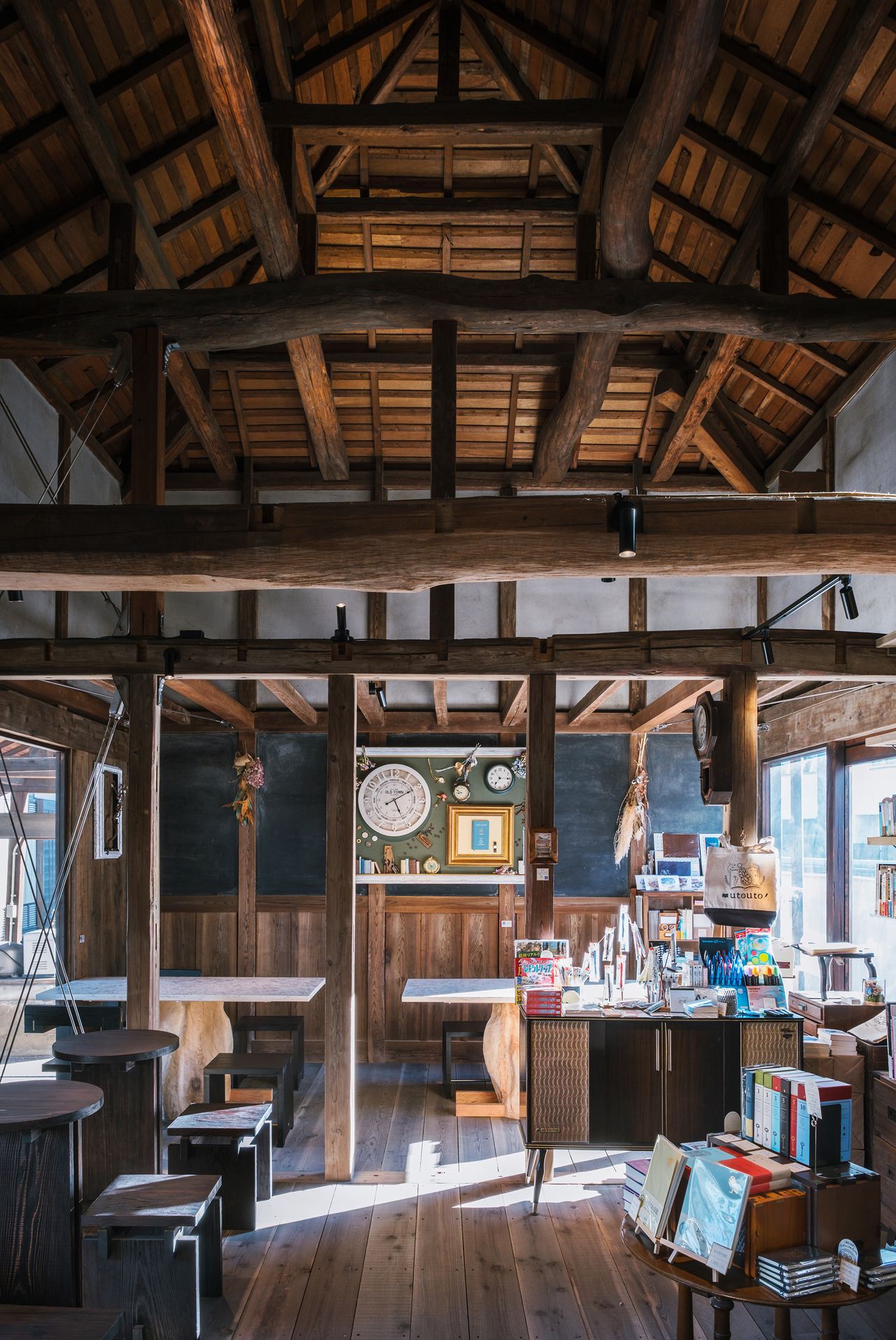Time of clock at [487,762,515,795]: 7:15
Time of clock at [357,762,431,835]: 5:10
